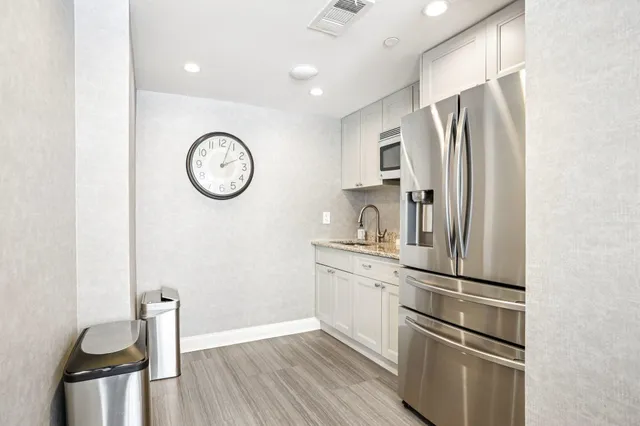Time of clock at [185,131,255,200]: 2:03
